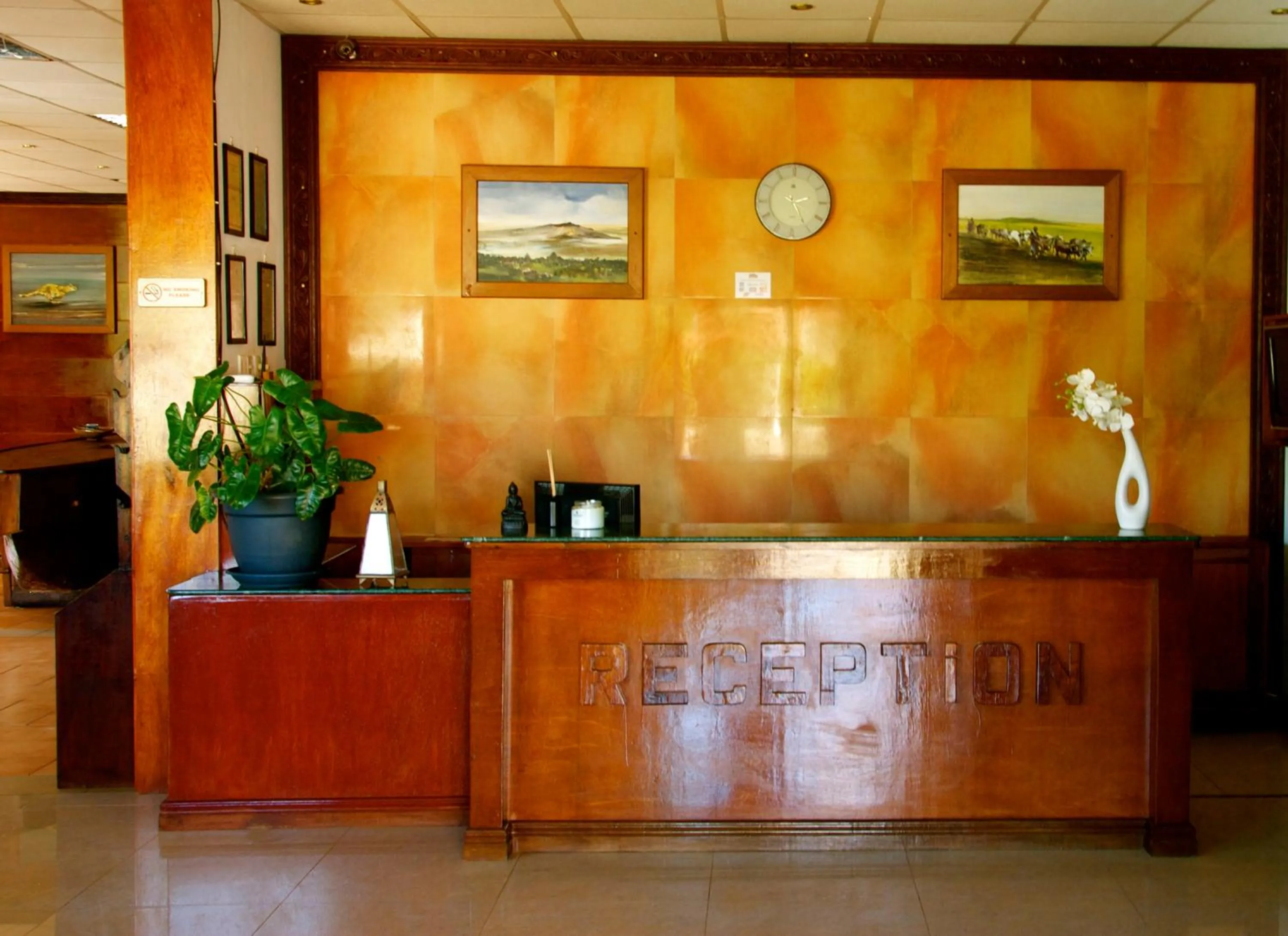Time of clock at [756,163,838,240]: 2:25
